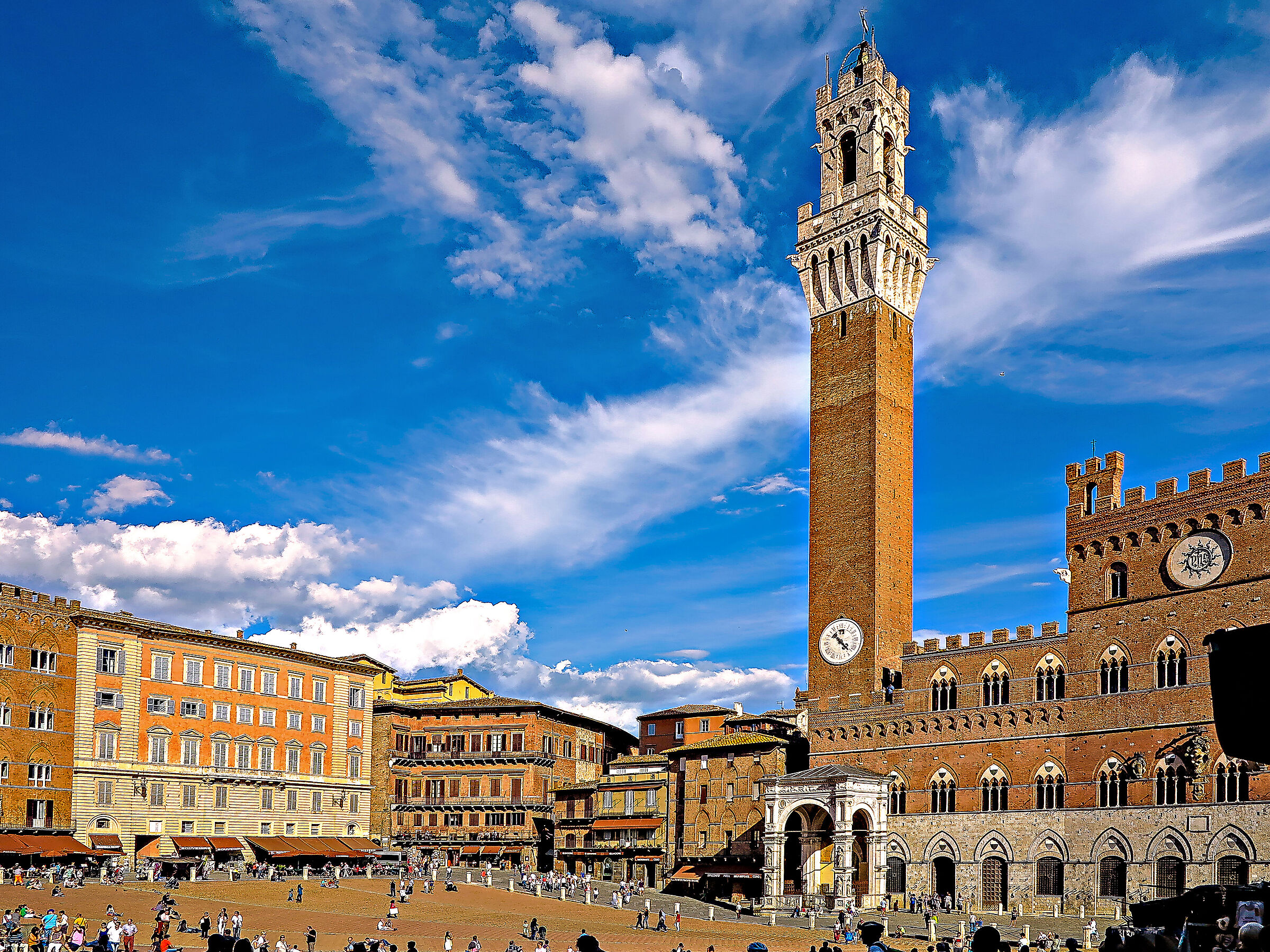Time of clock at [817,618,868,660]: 10:22
